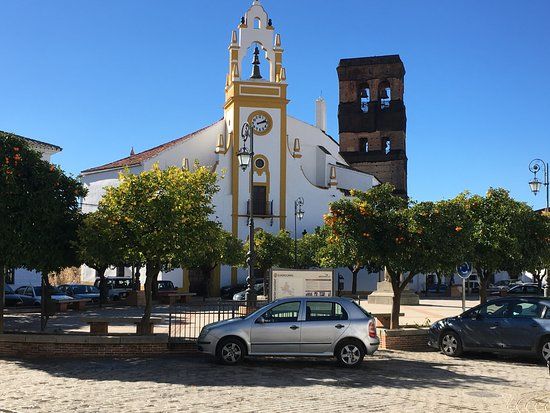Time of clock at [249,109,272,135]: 2:12
